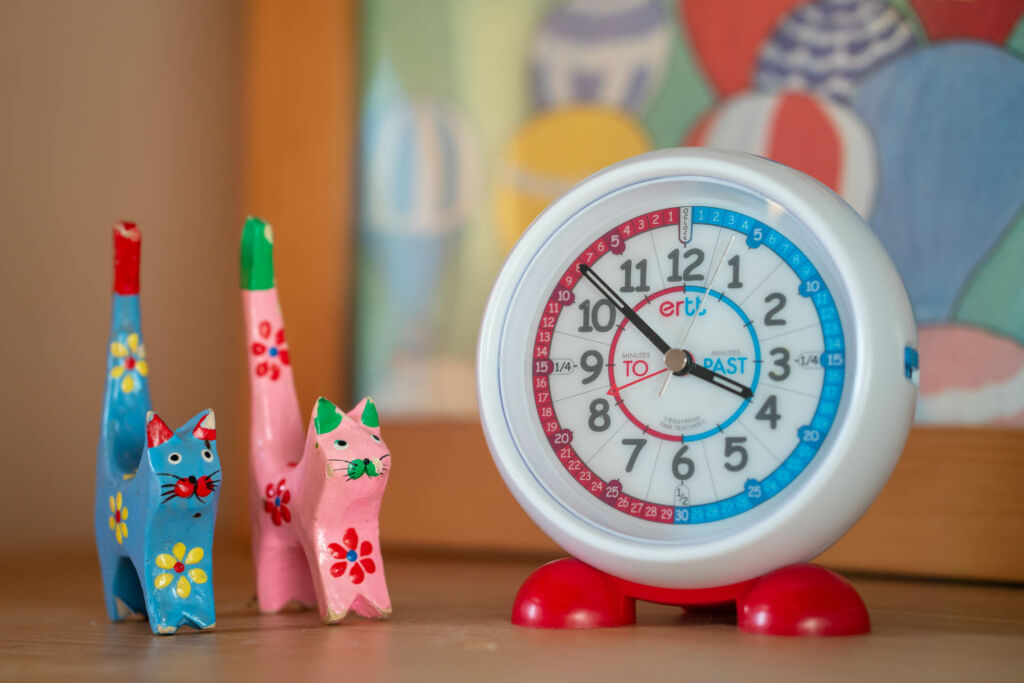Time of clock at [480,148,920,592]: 3:52
